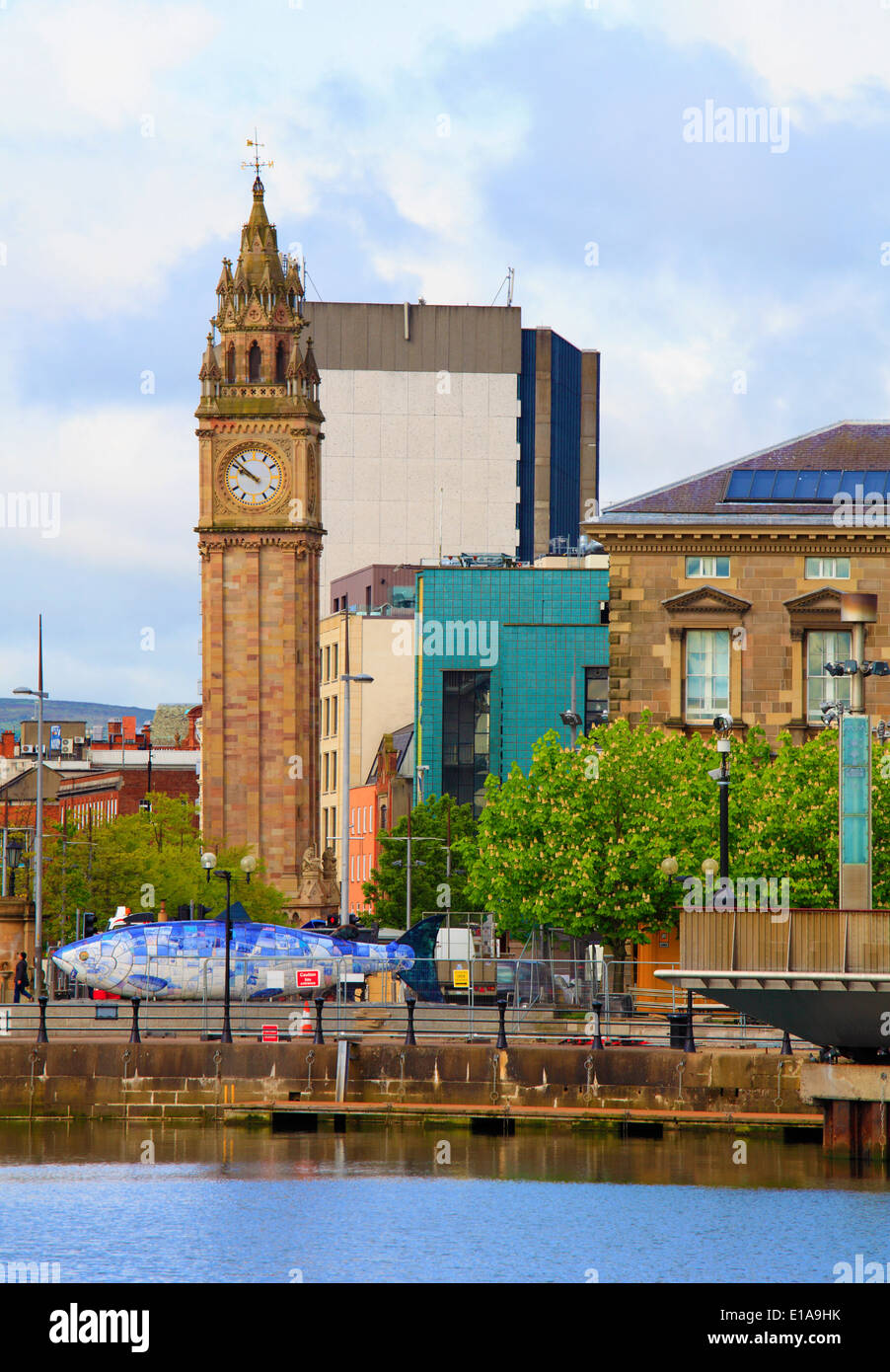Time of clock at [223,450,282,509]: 9:51
